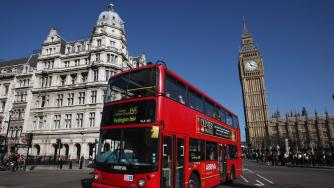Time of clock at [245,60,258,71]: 3:57
